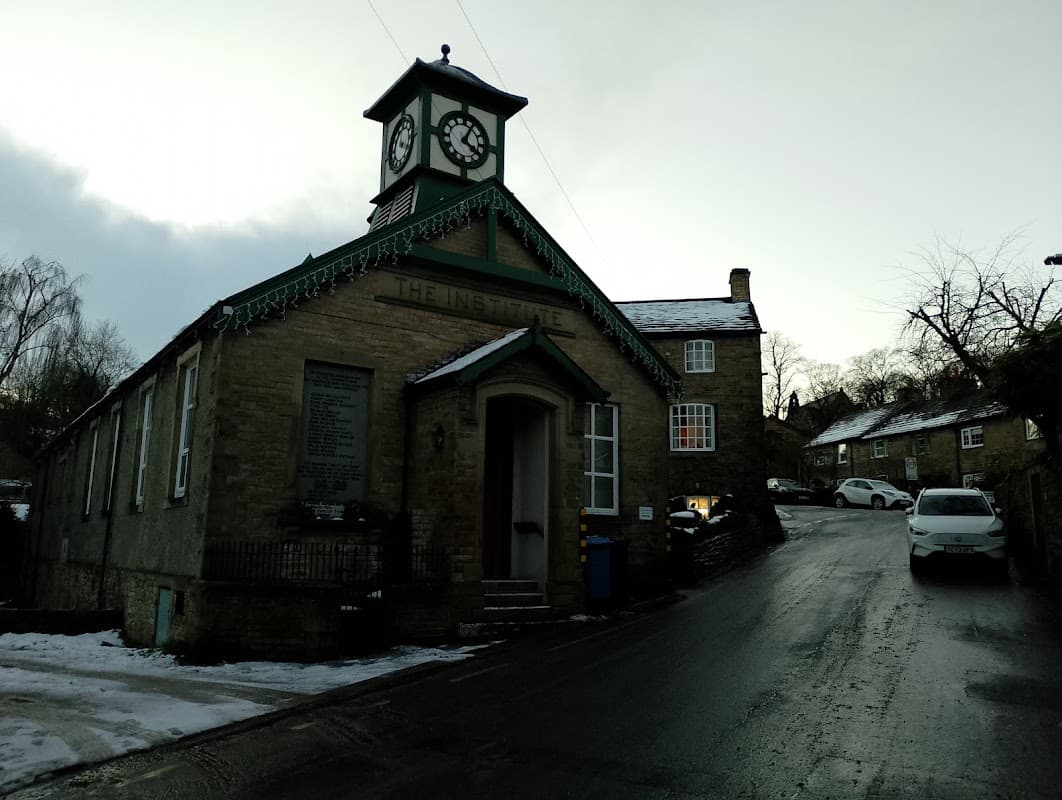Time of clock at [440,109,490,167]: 4:04
